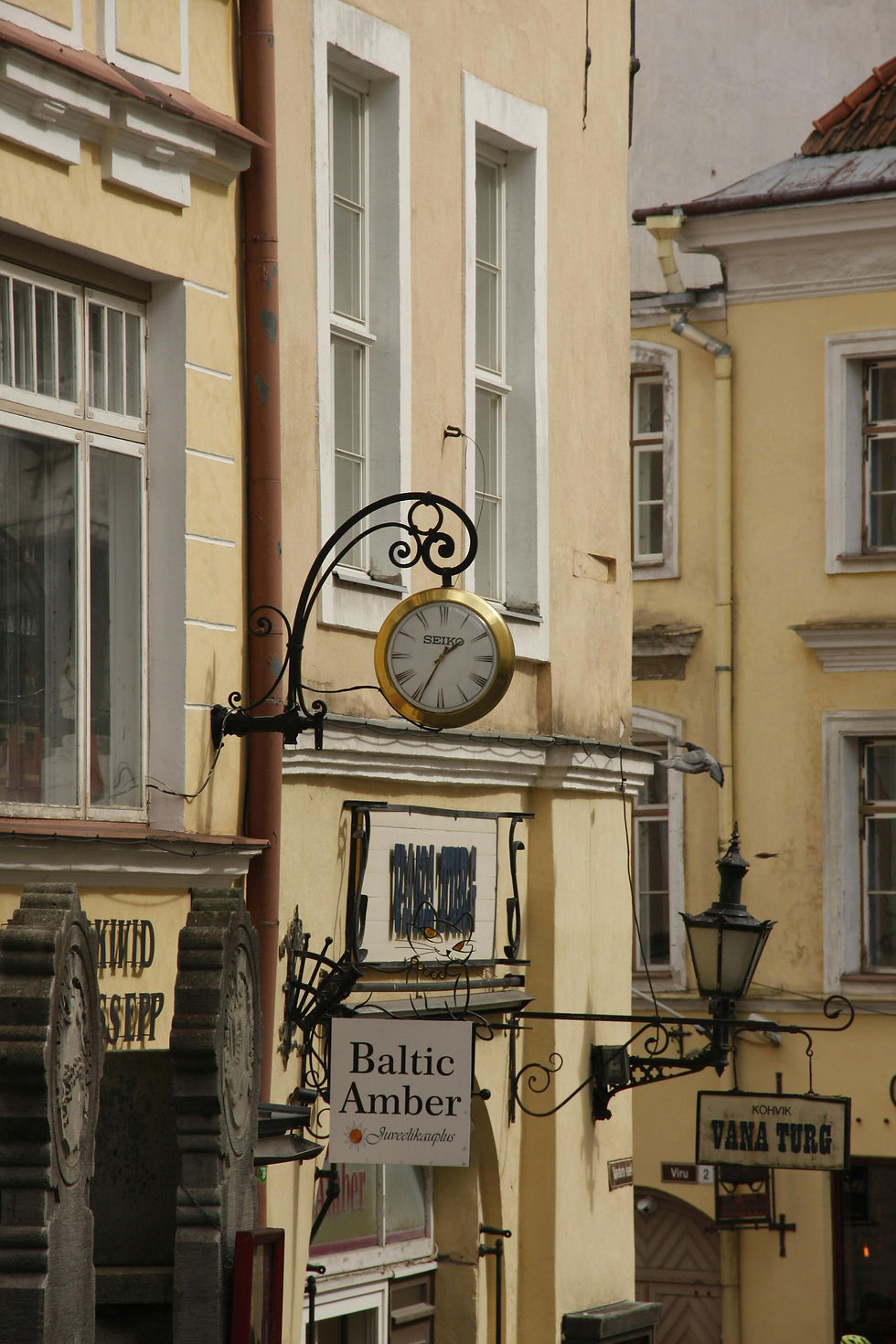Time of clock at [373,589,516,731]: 1:34
